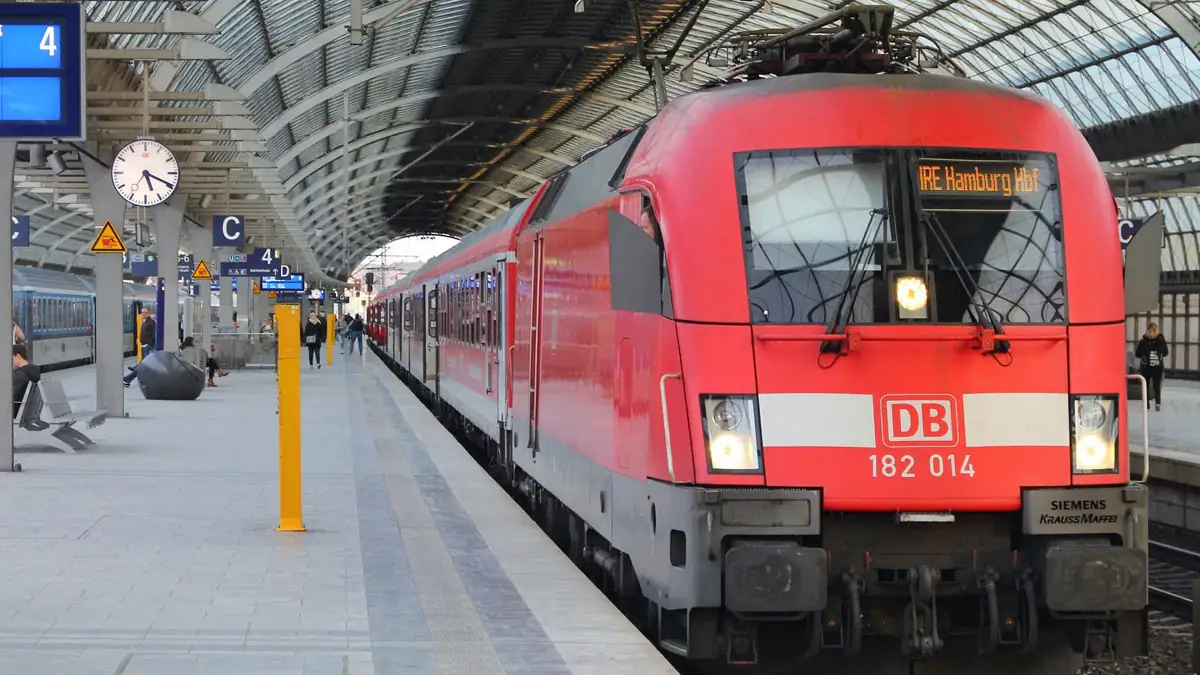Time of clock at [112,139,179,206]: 5:19
